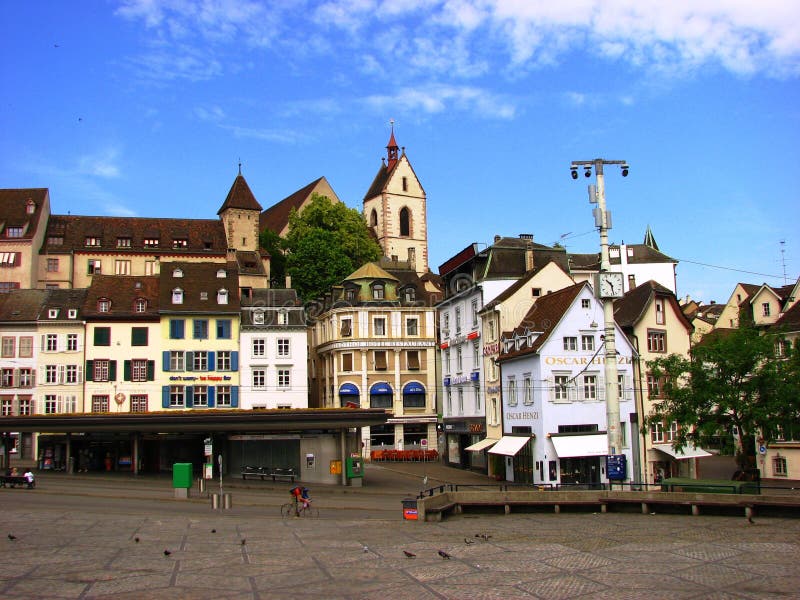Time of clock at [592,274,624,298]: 10:28
